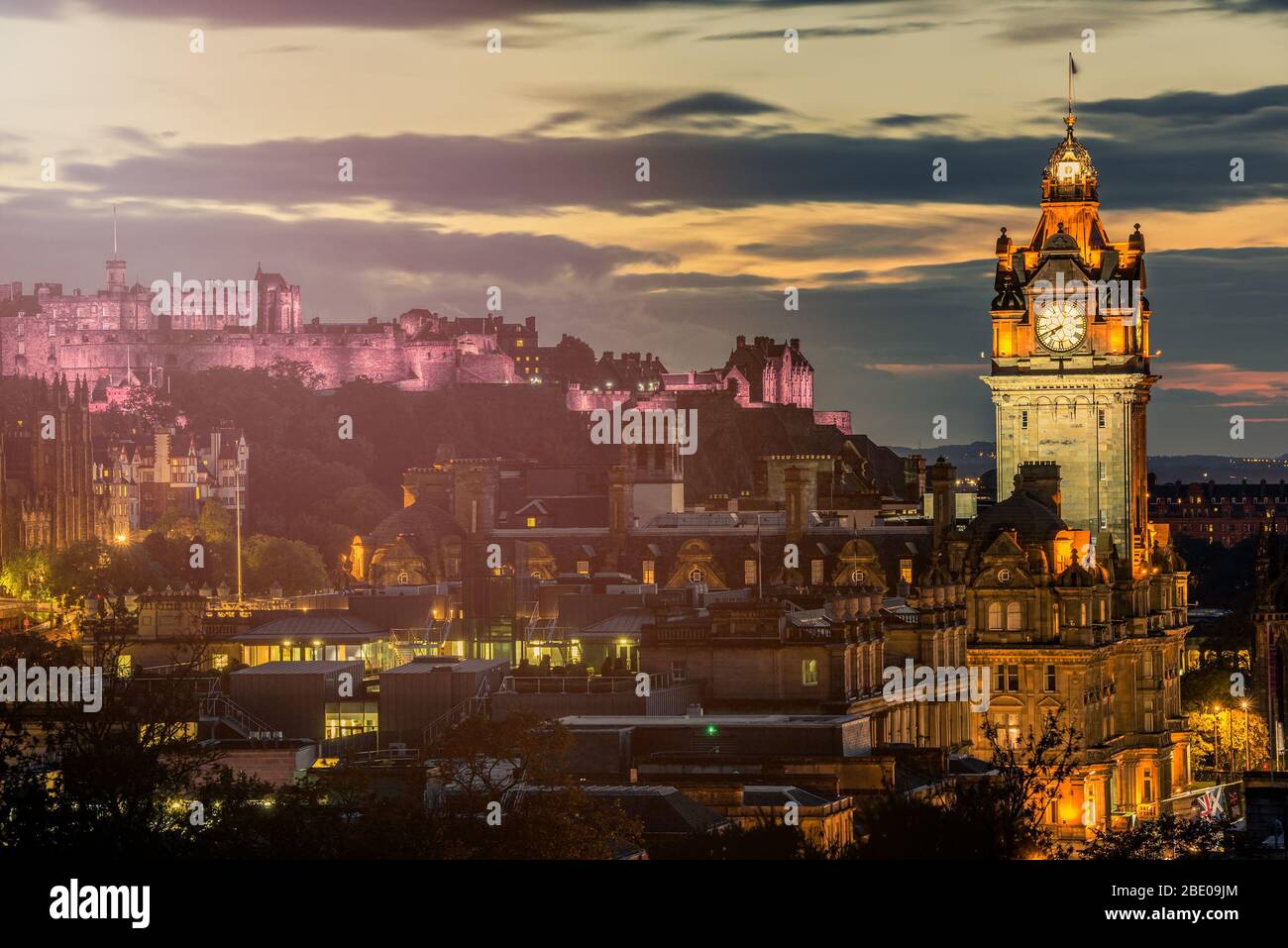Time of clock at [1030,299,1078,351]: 7:41
